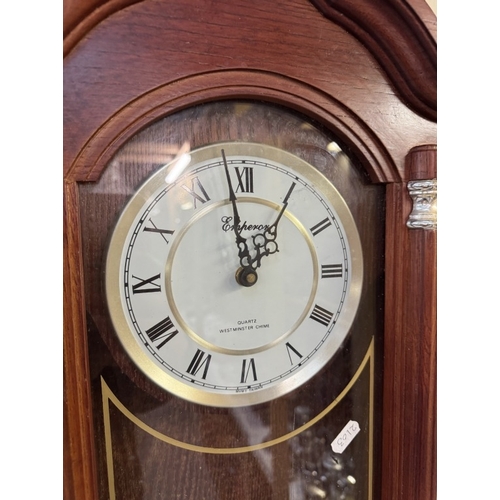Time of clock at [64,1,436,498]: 12:58
